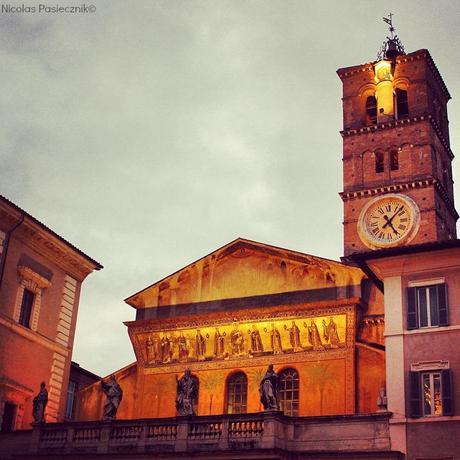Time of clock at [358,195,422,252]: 5:06
